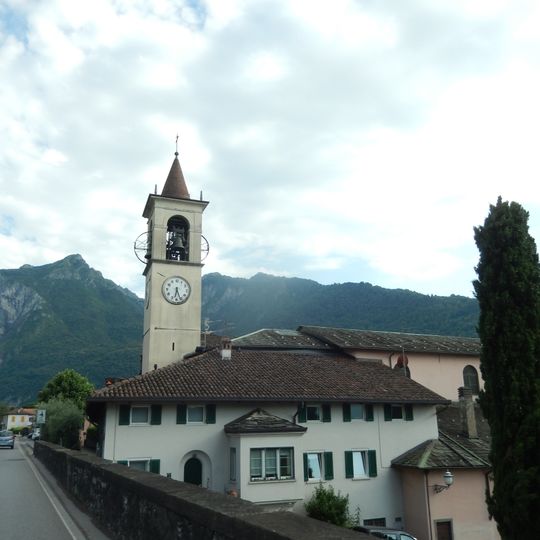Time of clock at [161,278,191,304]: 6:26
